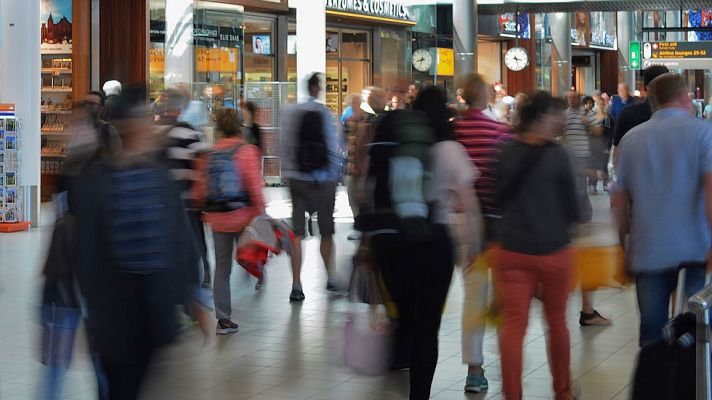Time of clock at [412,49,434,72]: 8:33
